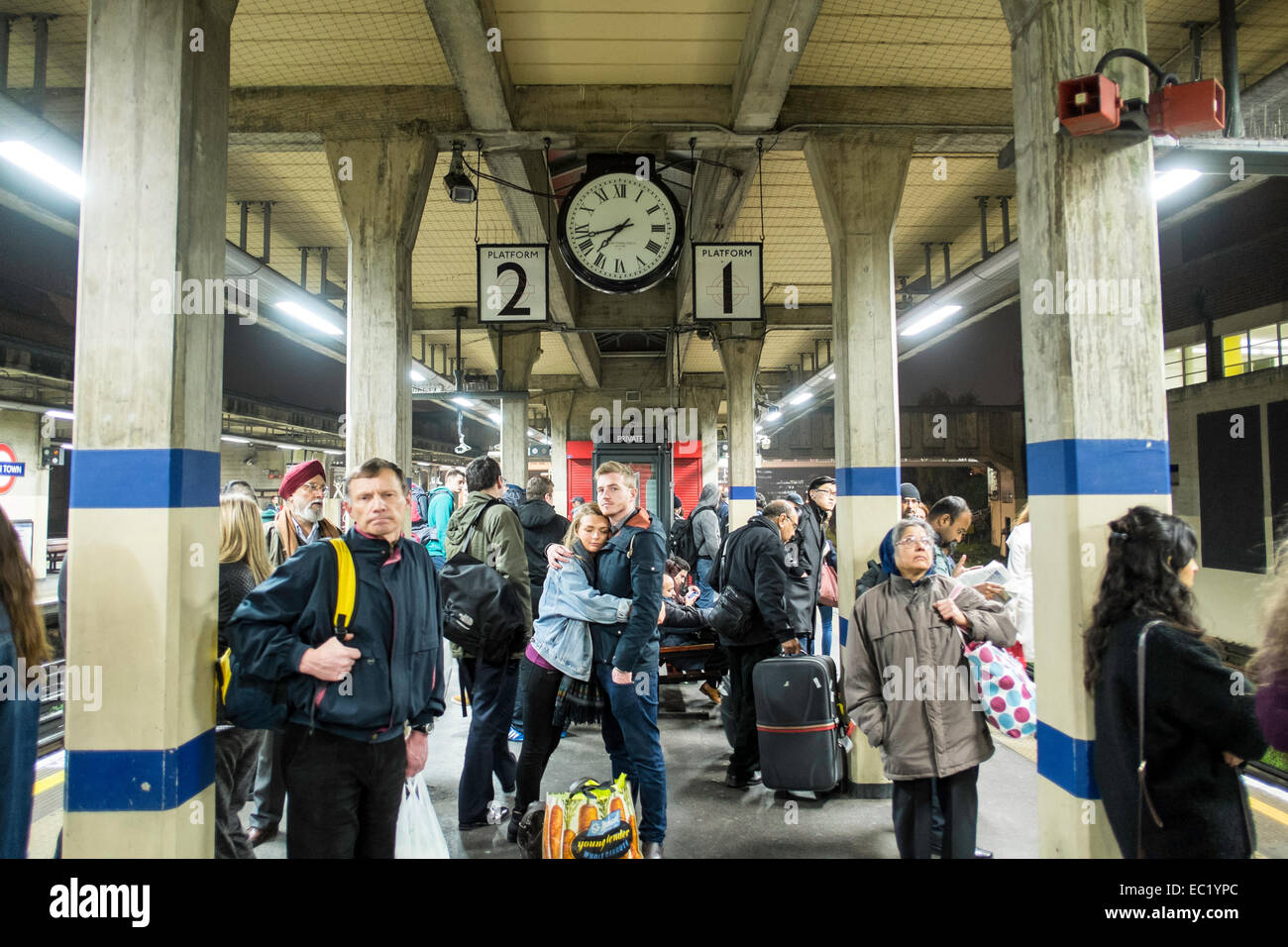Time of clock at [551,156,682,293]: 7:42
